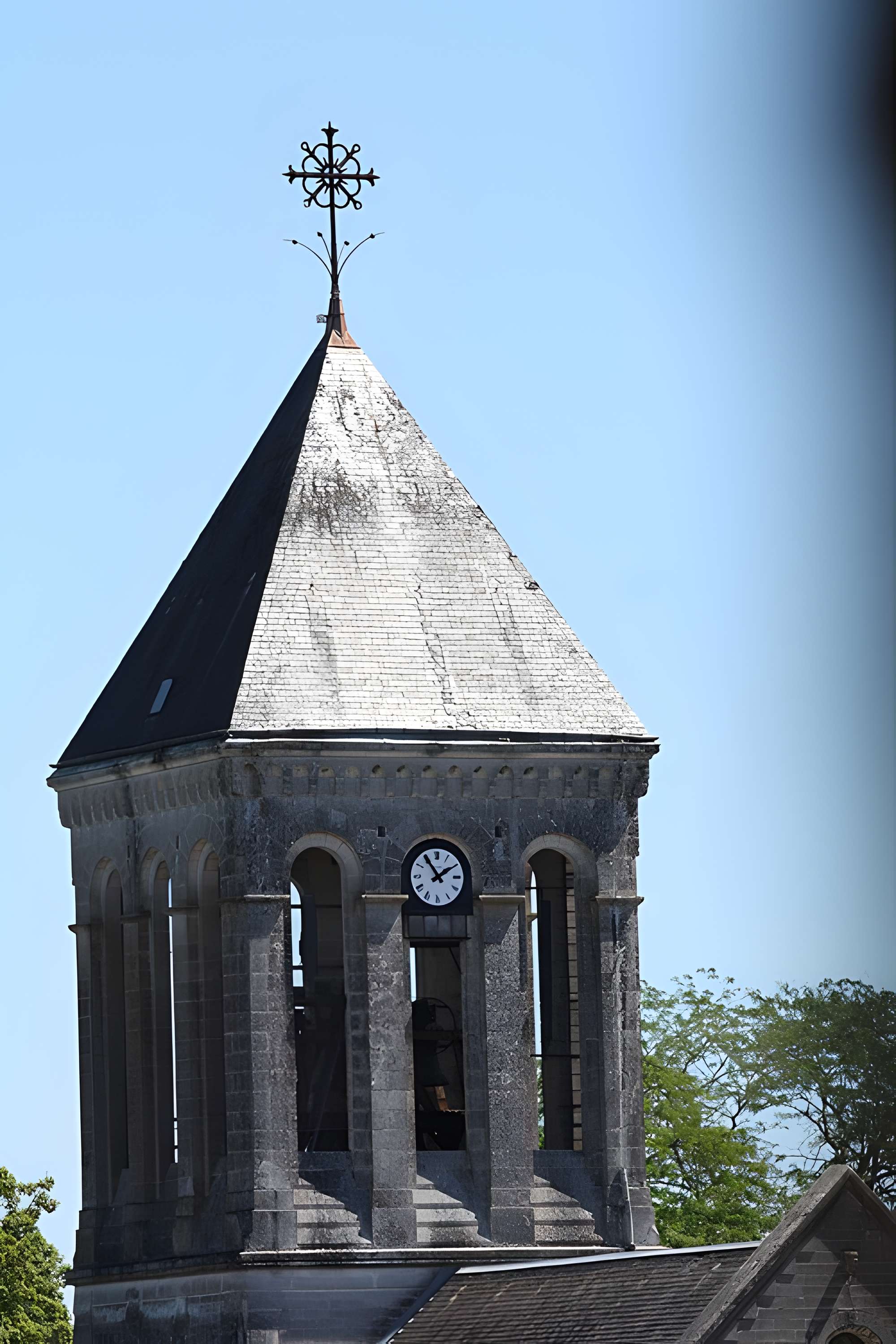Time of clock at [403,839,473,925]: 1:54
